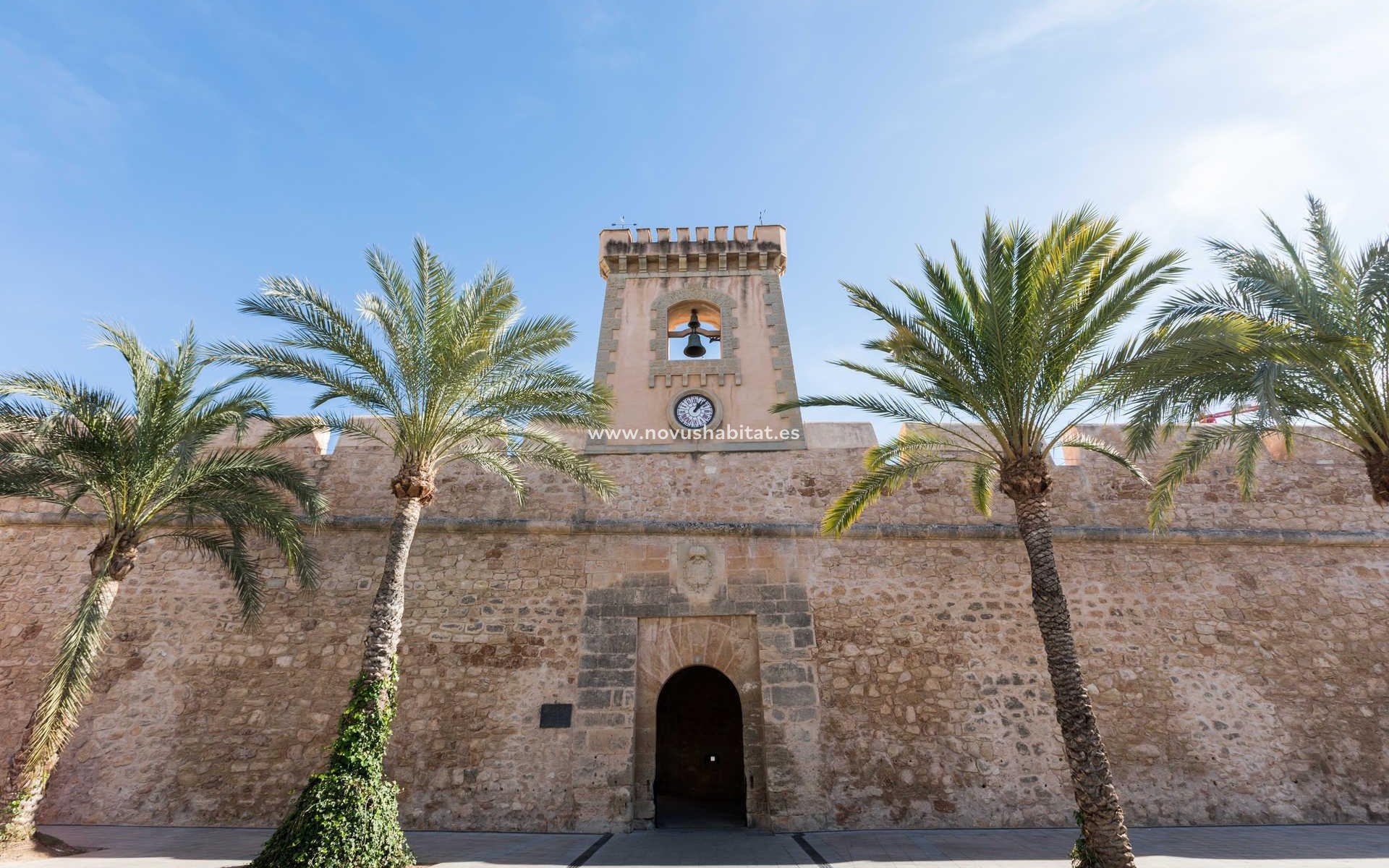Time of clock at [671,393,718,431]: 1:07
